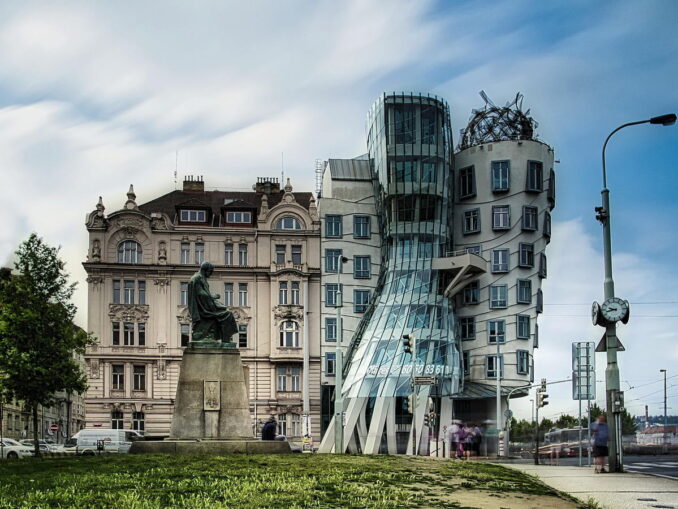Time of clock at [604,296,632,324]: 9:42
